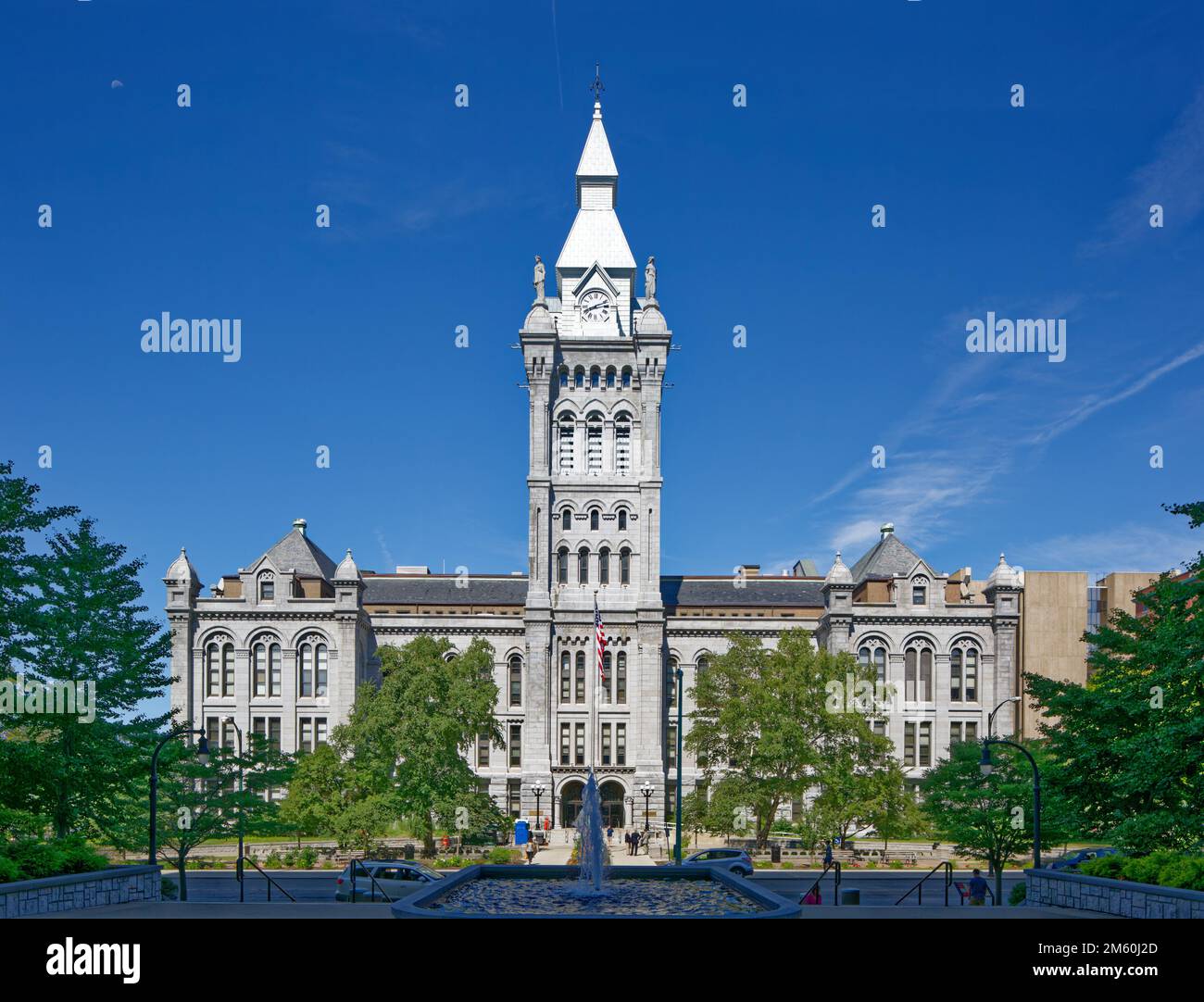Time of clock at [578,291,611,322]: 8:11
